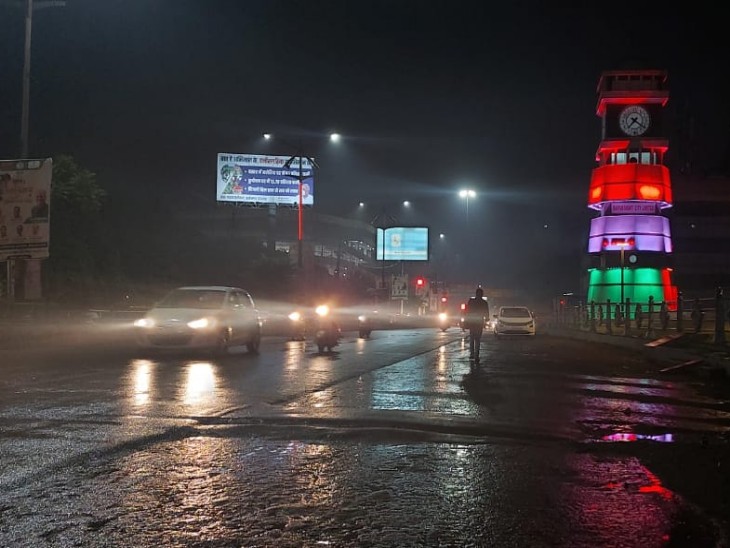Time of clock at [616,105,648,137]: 7:21
